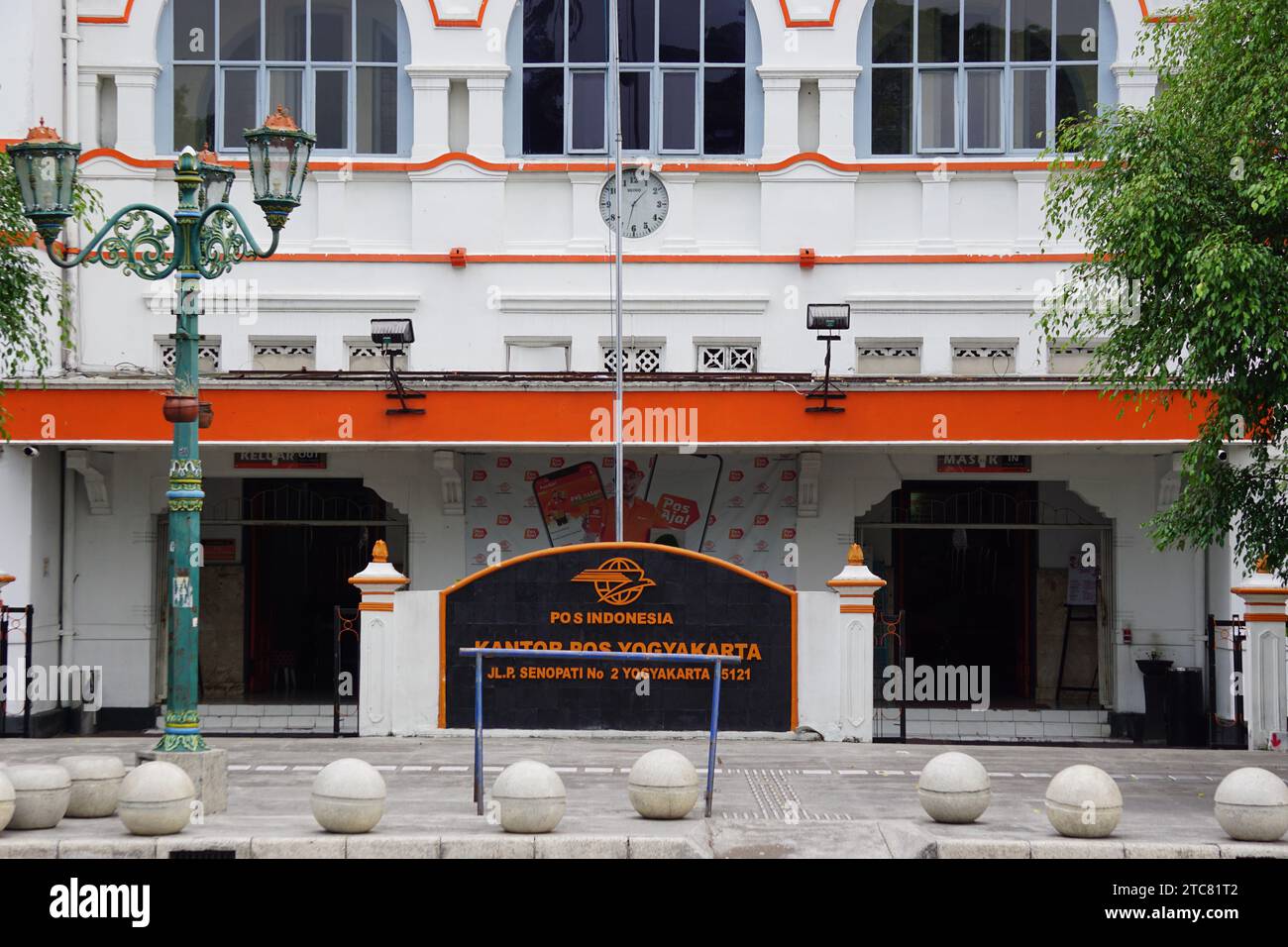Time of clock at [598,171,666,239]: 1:32
